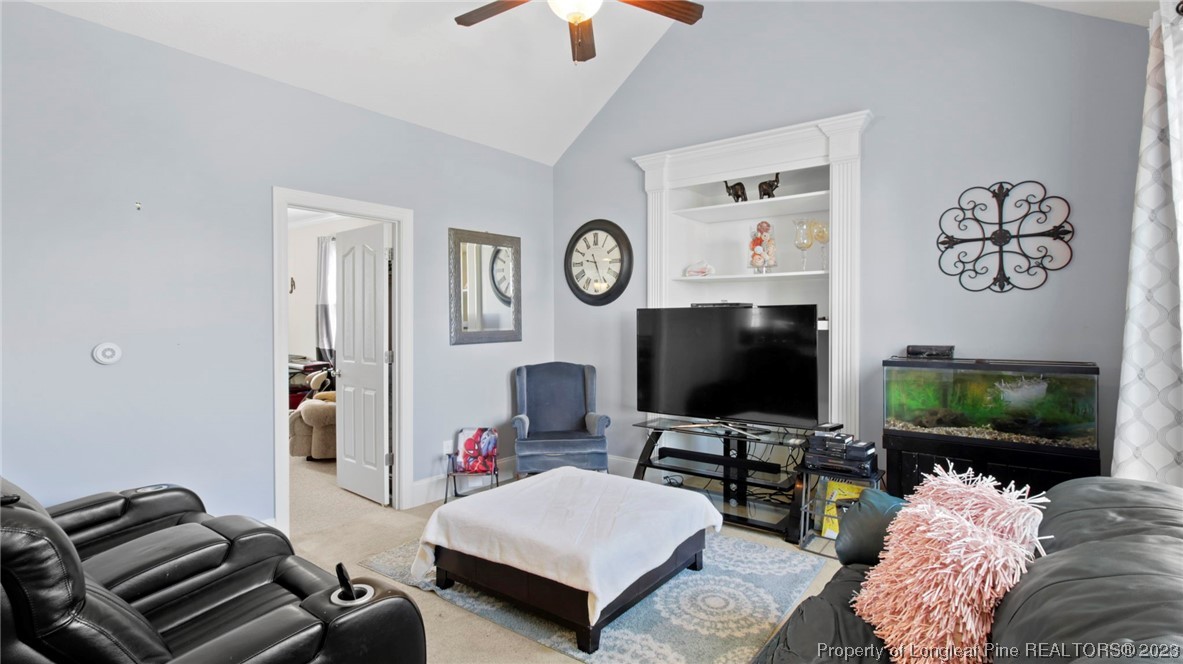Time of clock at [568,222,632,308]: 9:26
